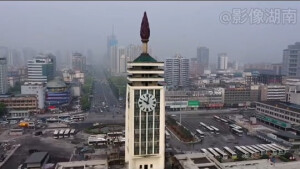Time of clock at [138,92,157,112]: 10:02
